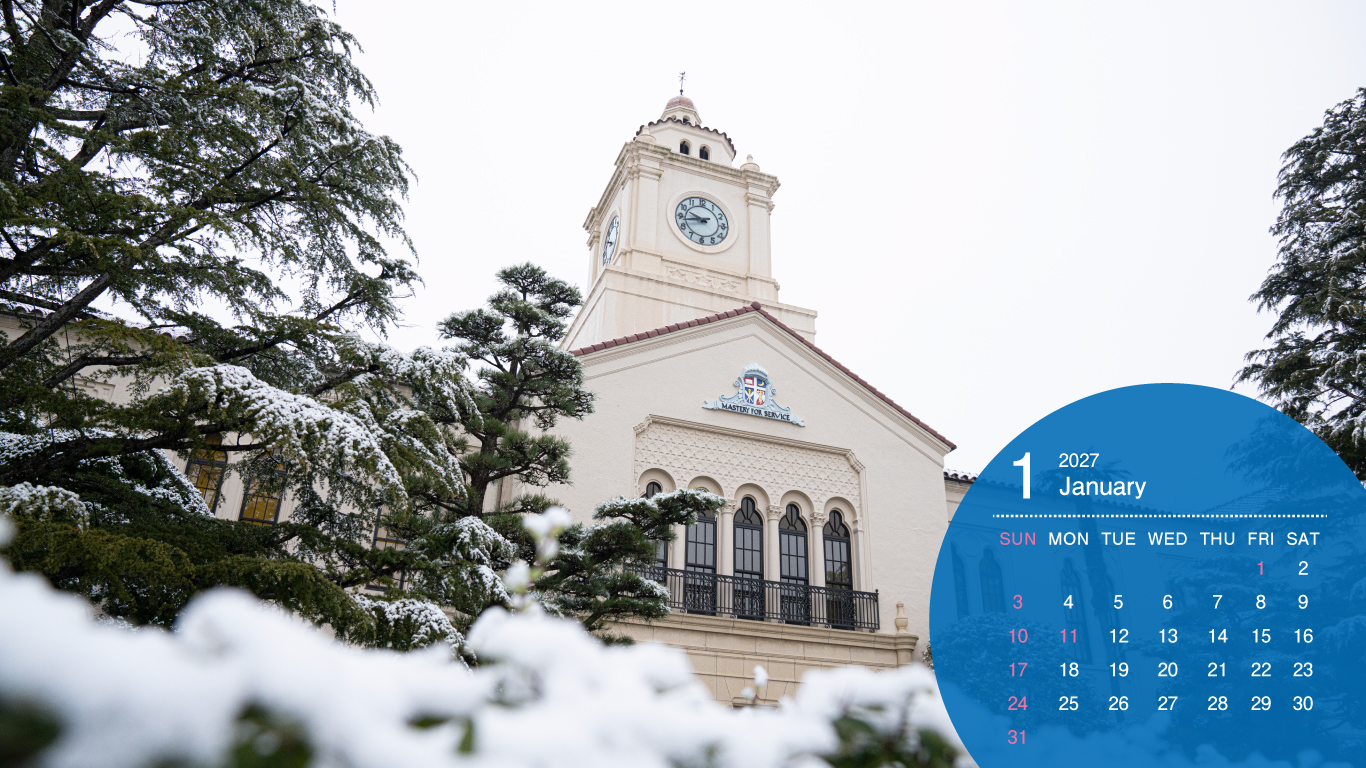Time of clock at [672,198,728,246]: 9:43
